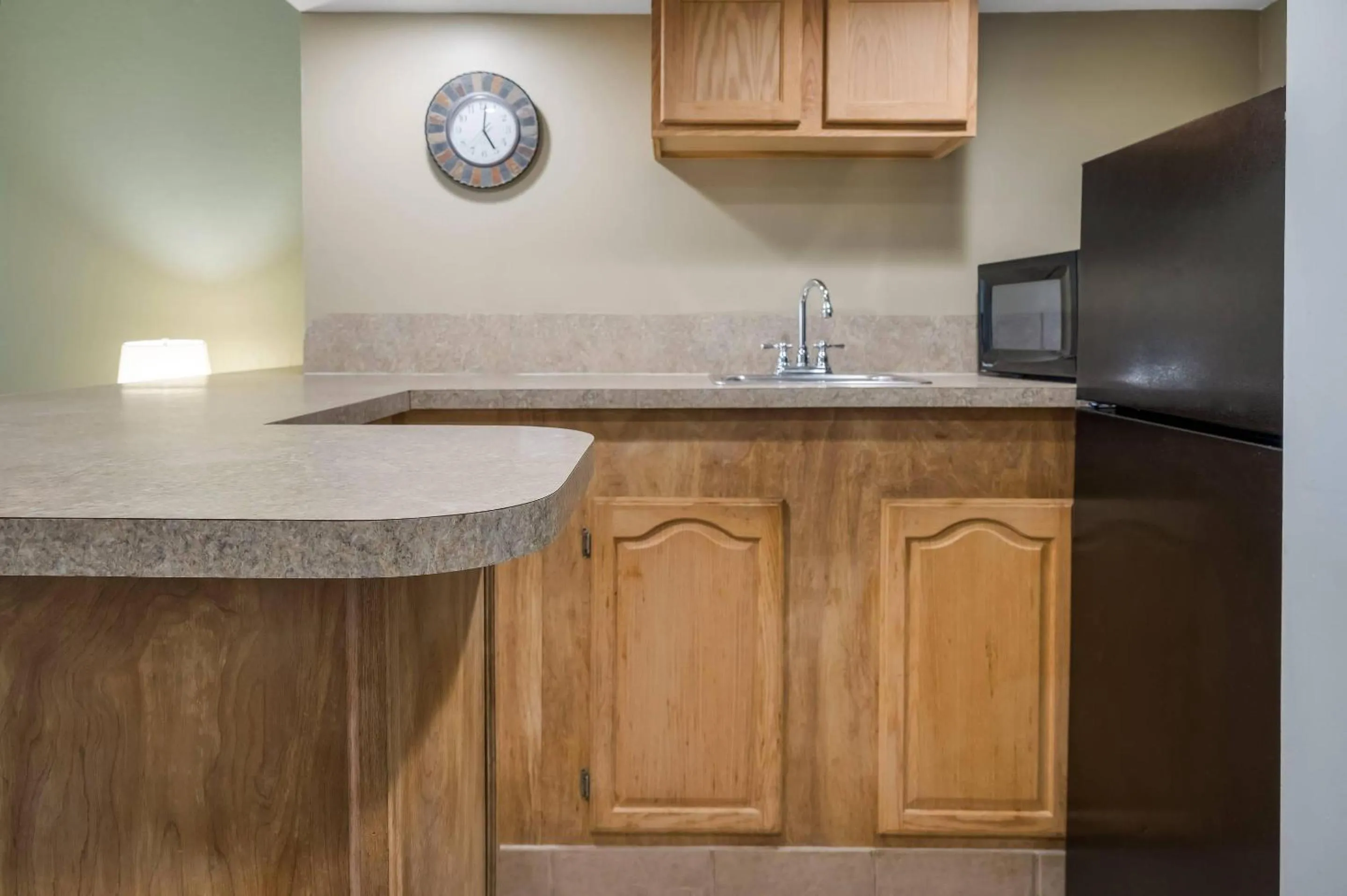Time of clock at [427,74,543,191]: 5:01
